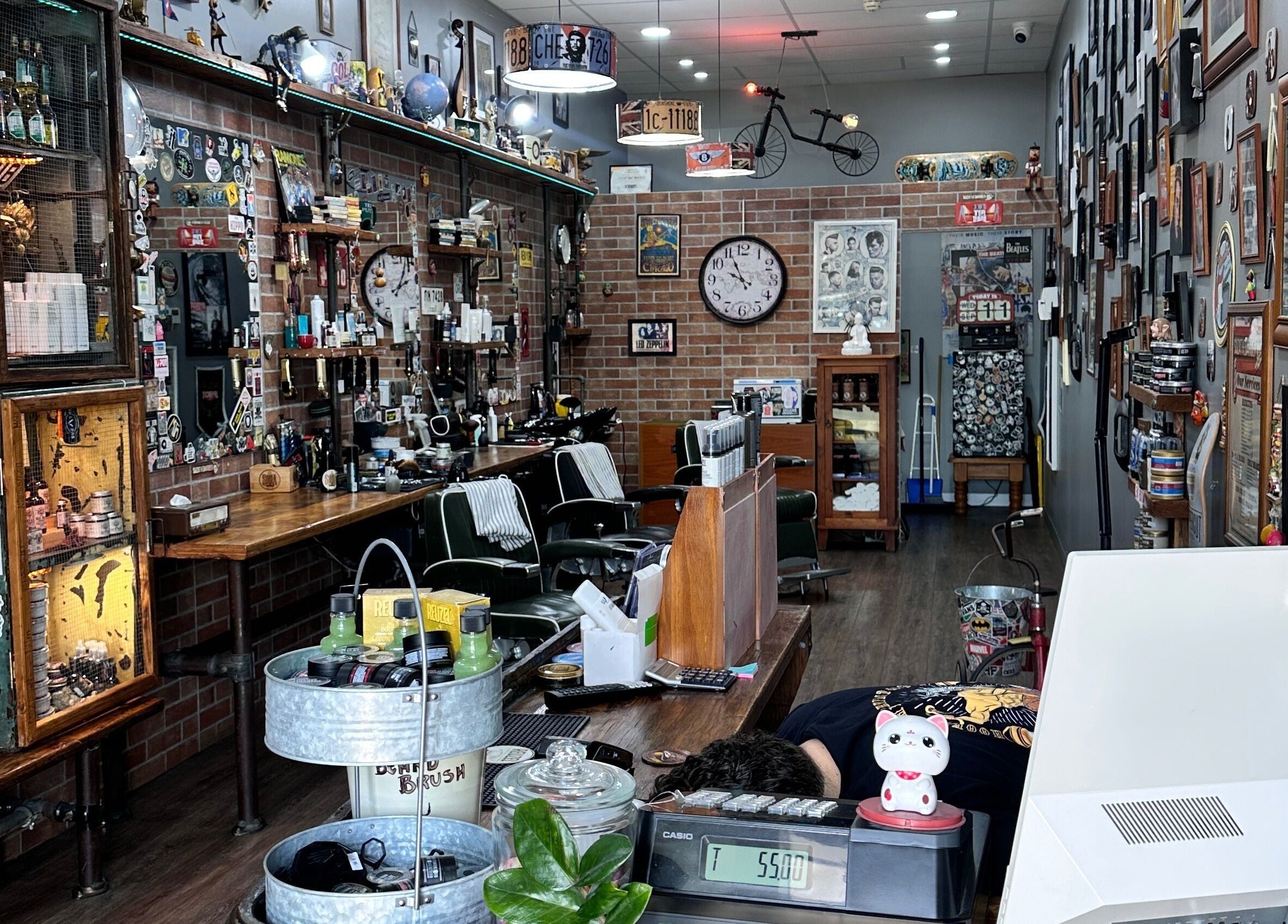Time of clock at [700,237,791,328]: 9:55
